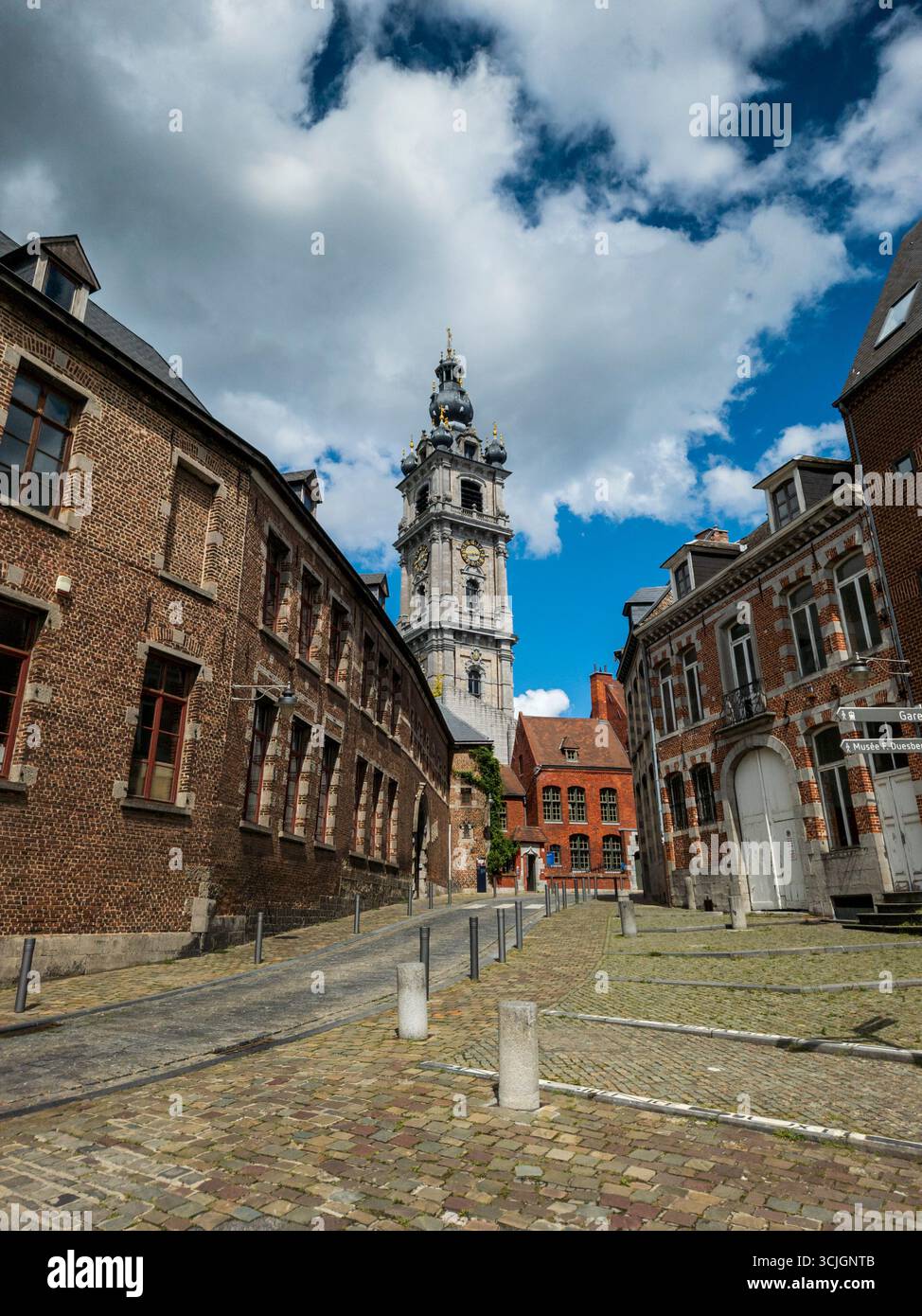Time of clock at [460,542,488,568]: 2:42
